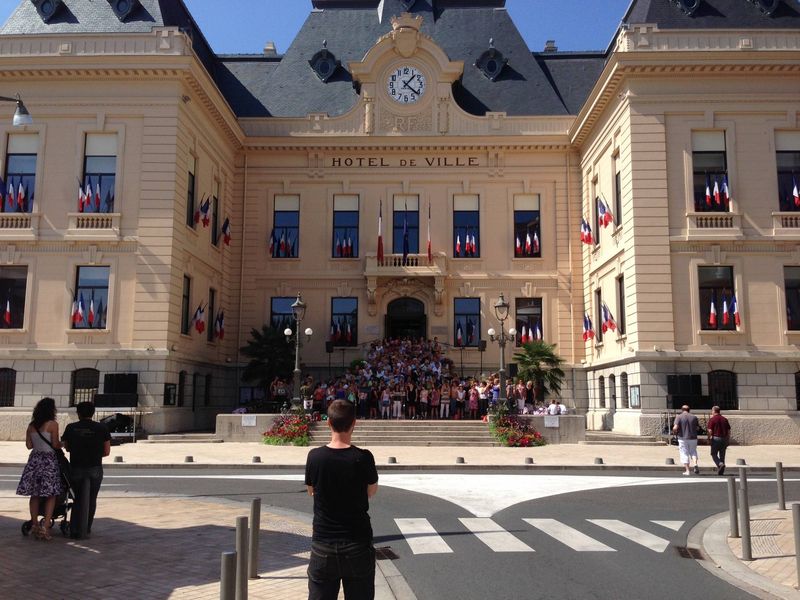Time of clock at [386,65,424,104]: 1:21
